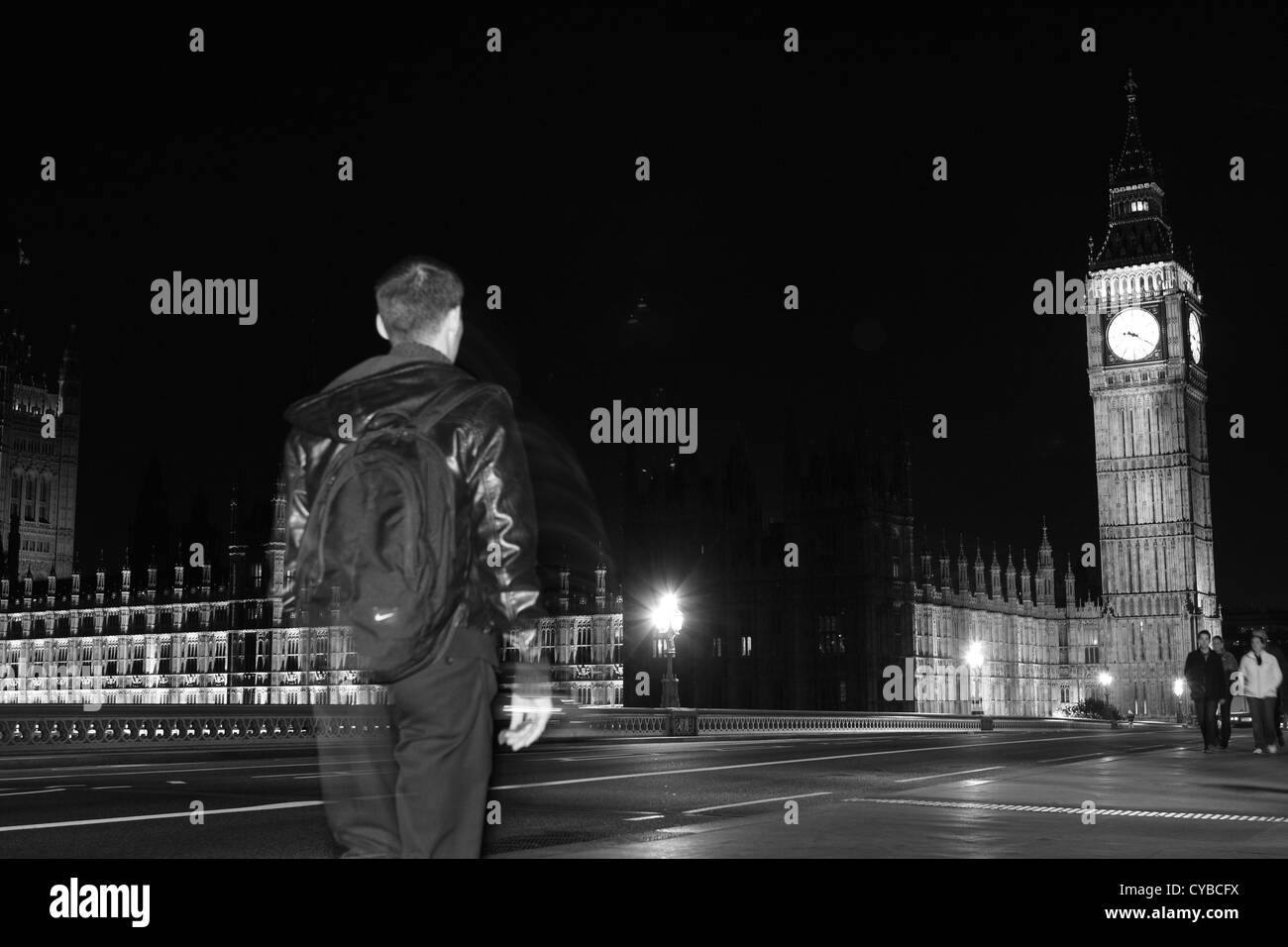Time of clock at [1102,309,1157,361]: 9:20
